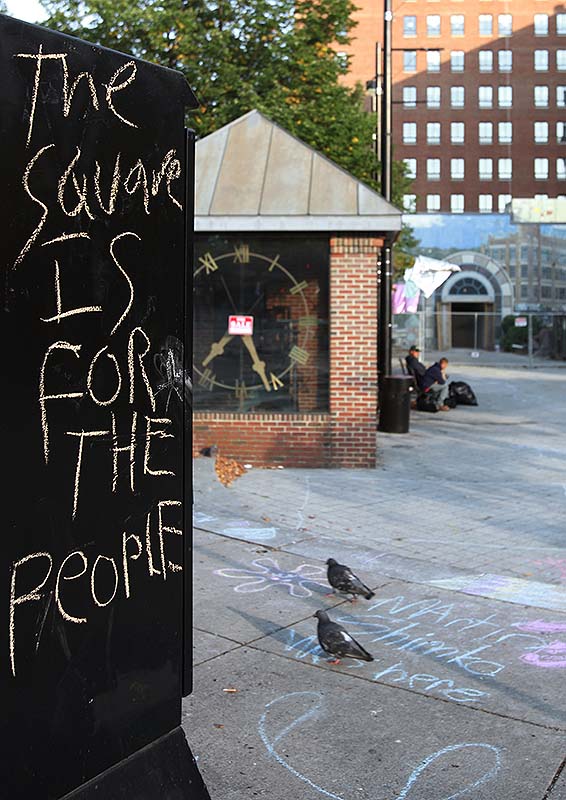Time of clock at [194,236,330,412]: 7:25
